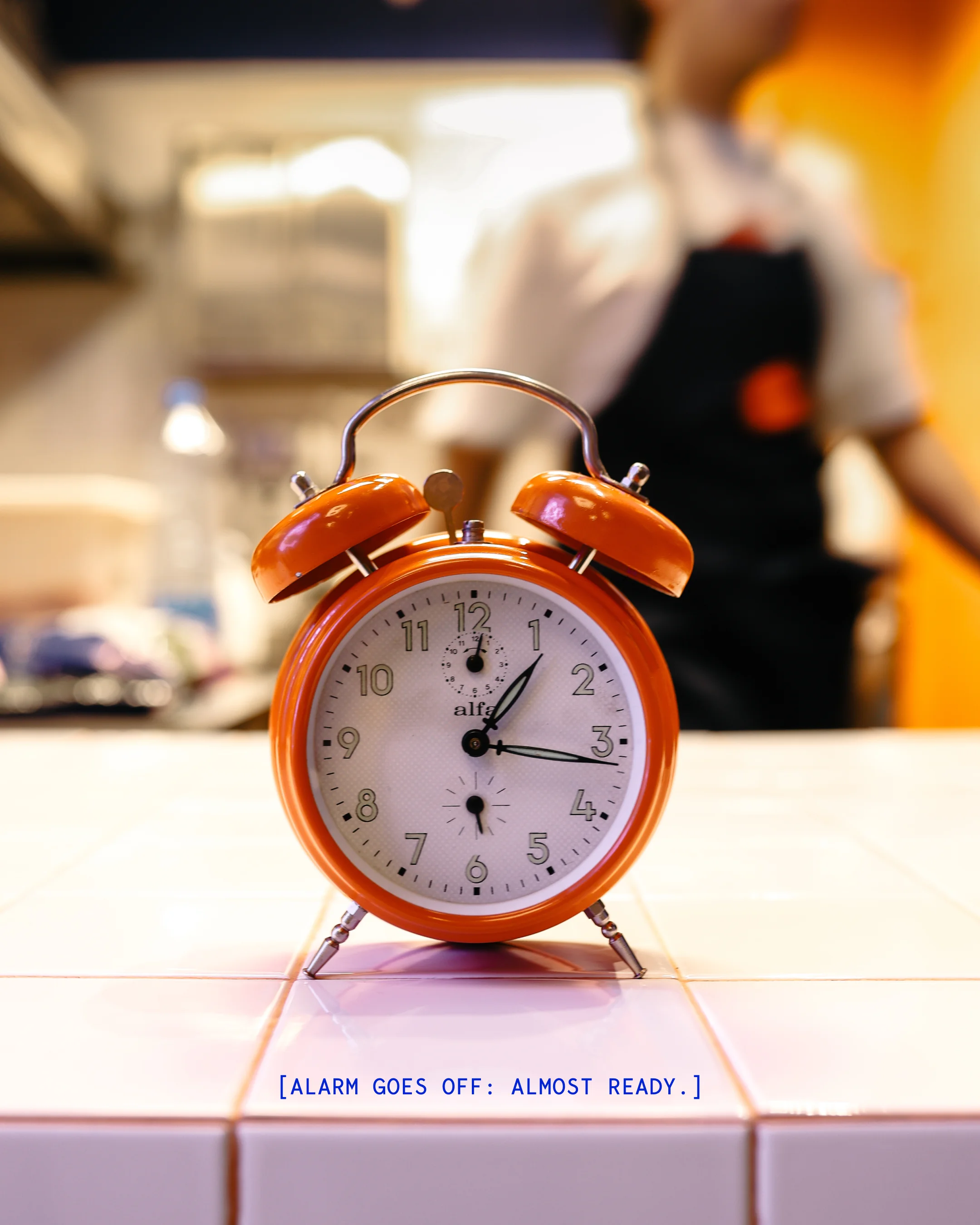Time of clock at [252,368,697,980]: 1:16
